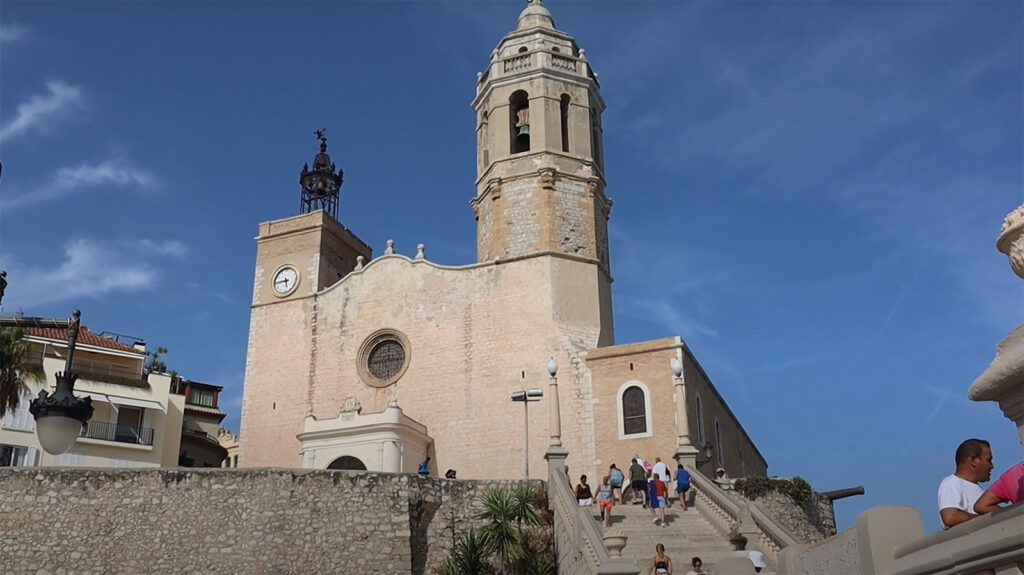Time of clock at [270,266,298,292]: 5:45
